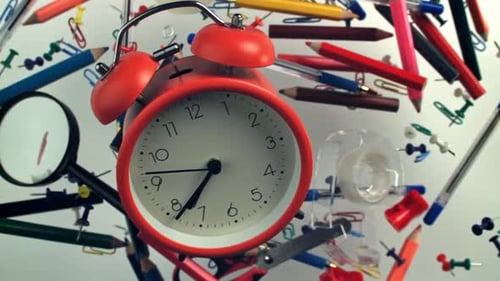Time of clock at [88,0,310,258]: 7:38
